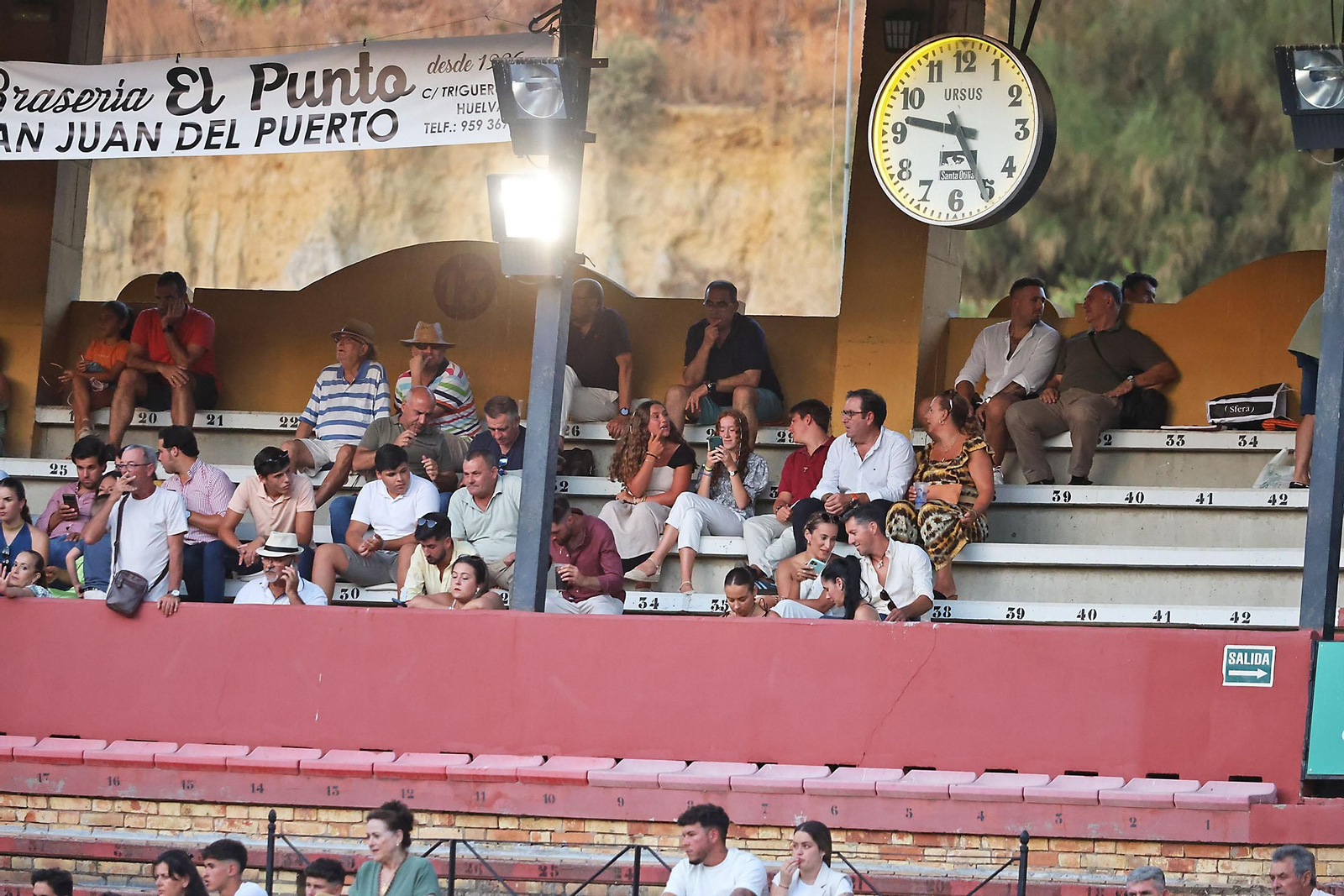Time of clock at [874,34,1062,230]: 9:25
